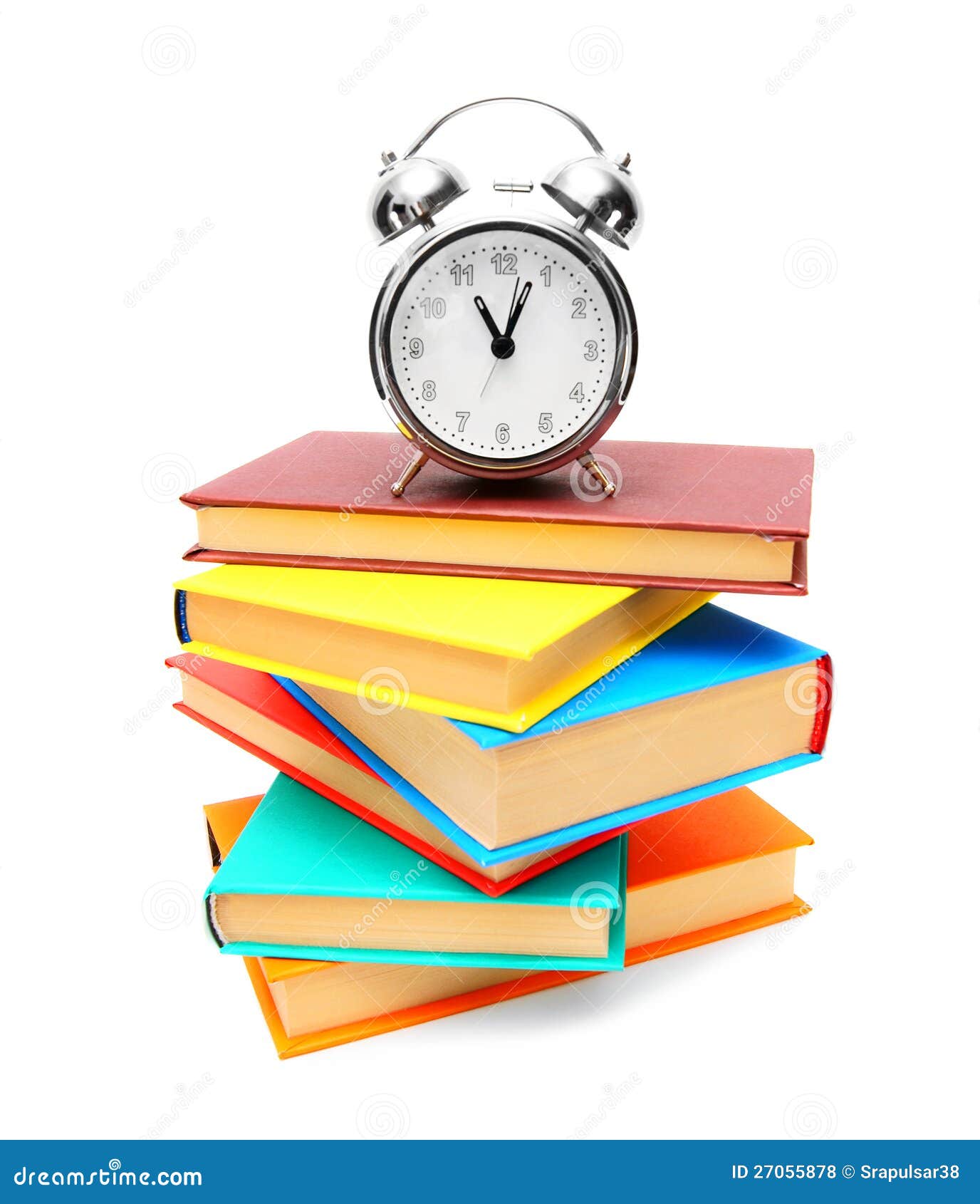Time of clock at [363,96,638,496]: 11:03
